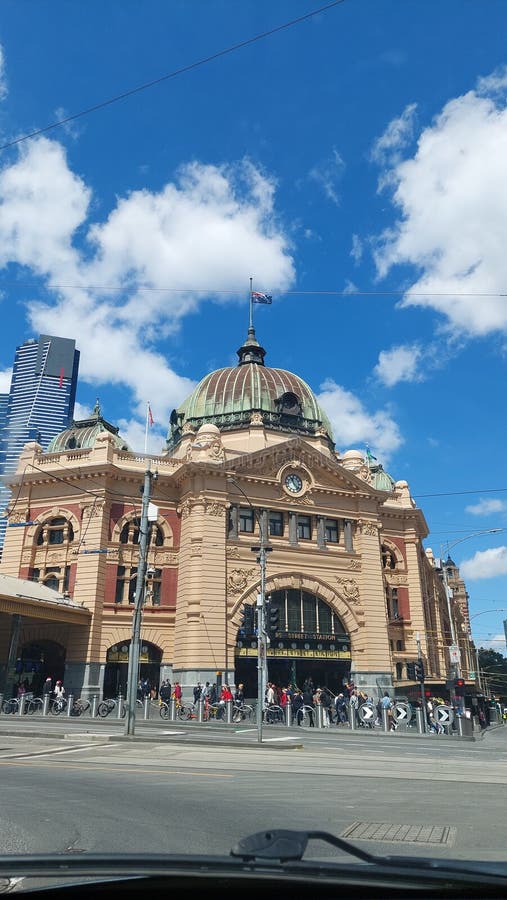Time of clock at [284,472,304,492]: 11:22
